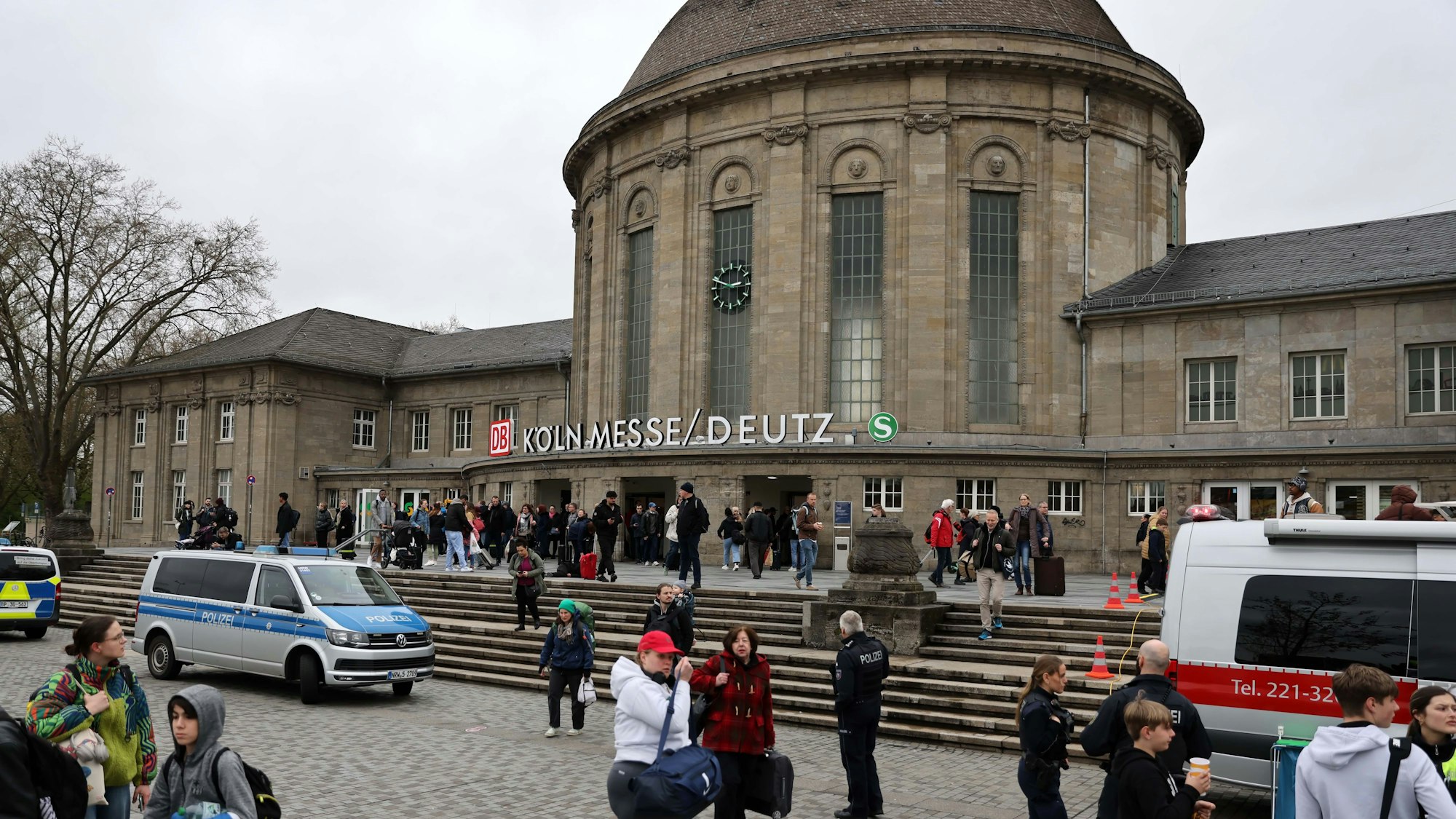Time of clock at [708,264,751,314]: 2:48
